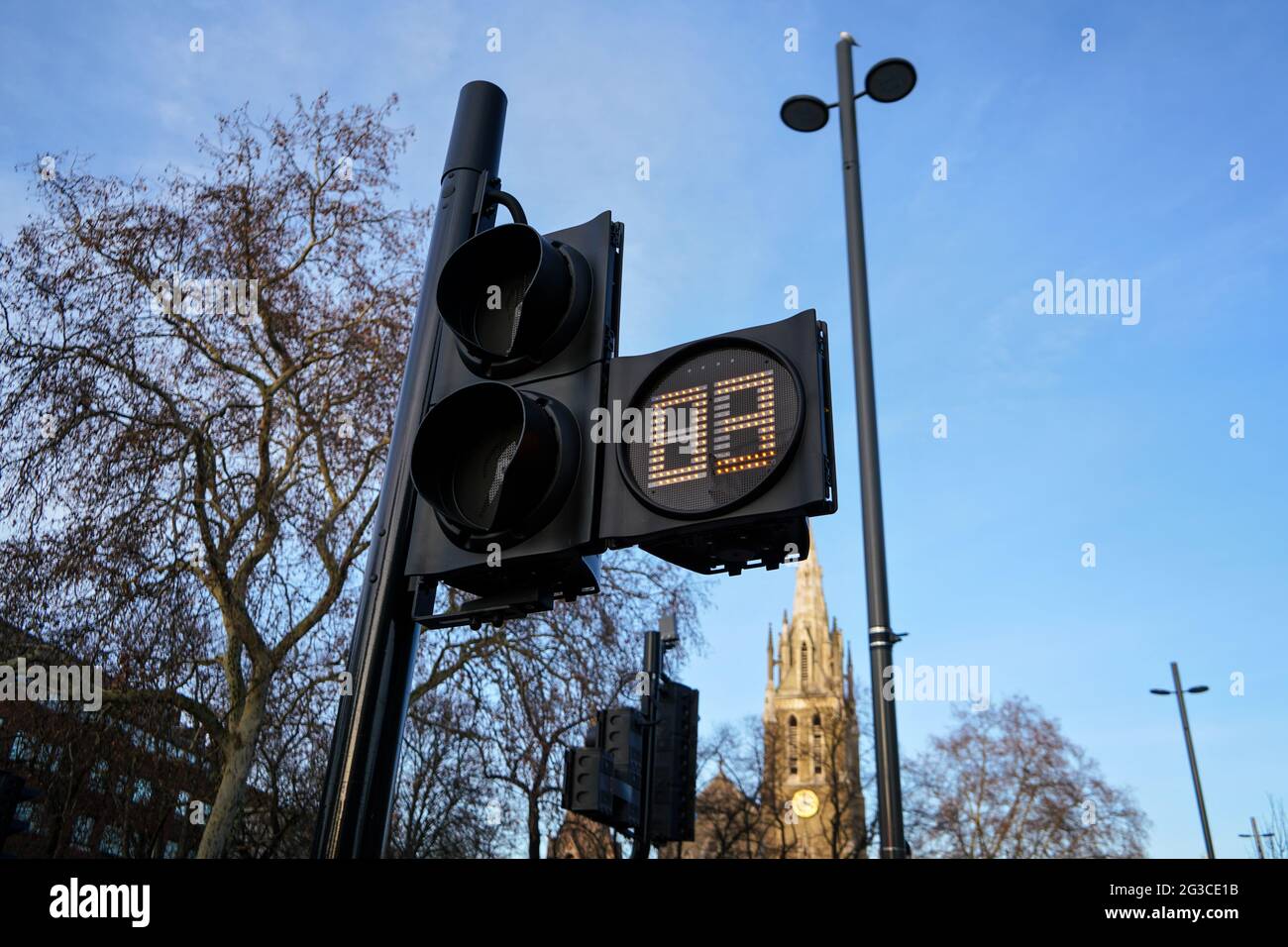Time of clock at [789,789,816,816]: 3:58
